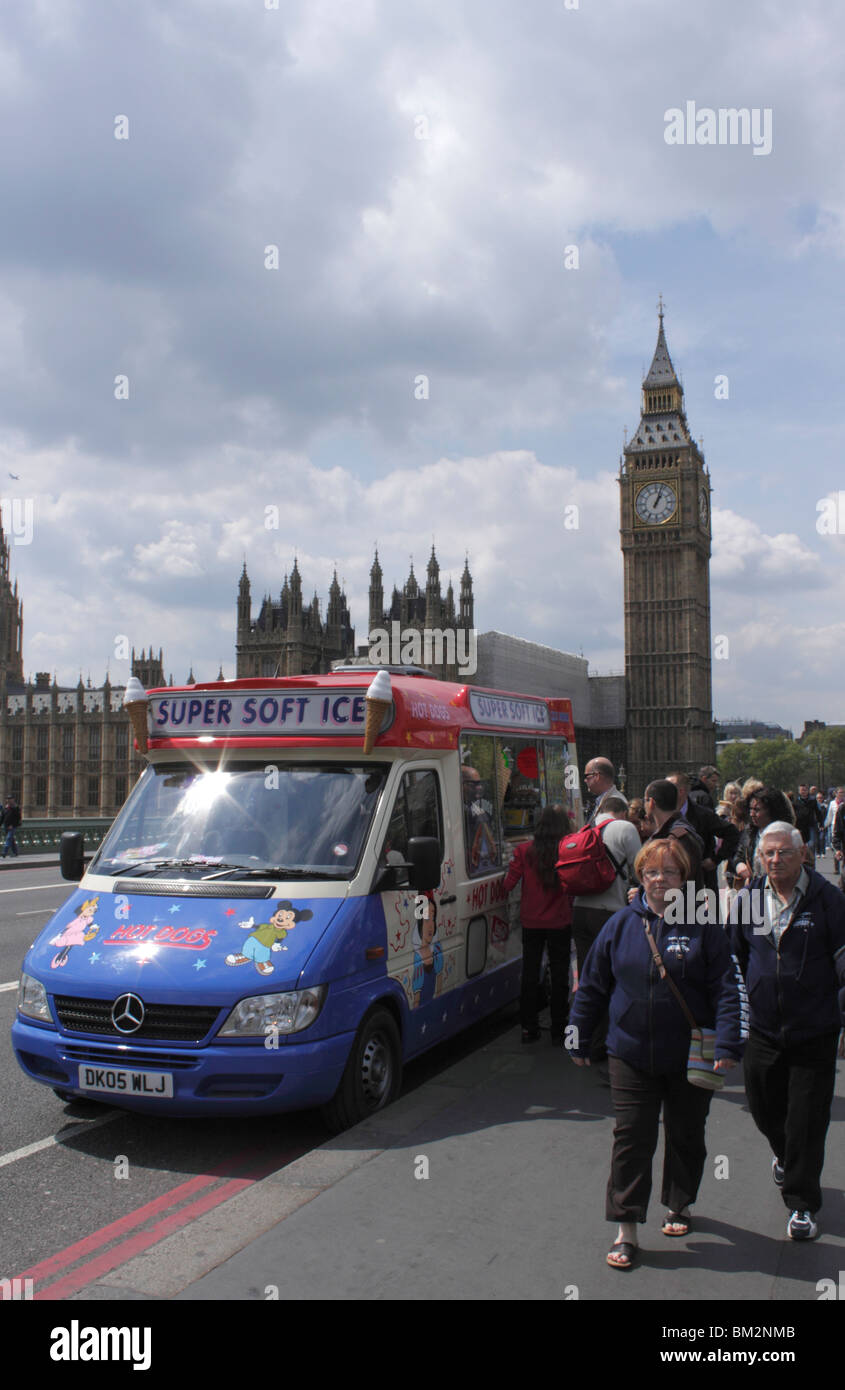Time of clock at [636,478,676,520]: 1:03
